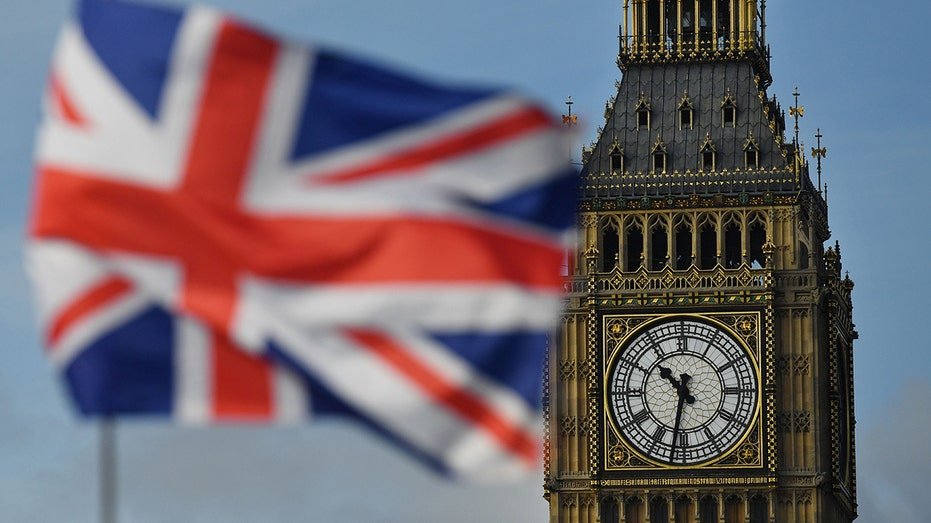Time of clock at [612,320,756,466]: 10:31
